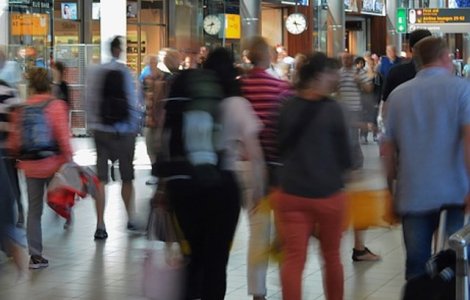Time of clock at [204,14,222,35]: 8:33
